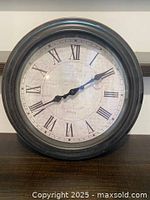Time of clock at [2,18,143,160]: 8:09
